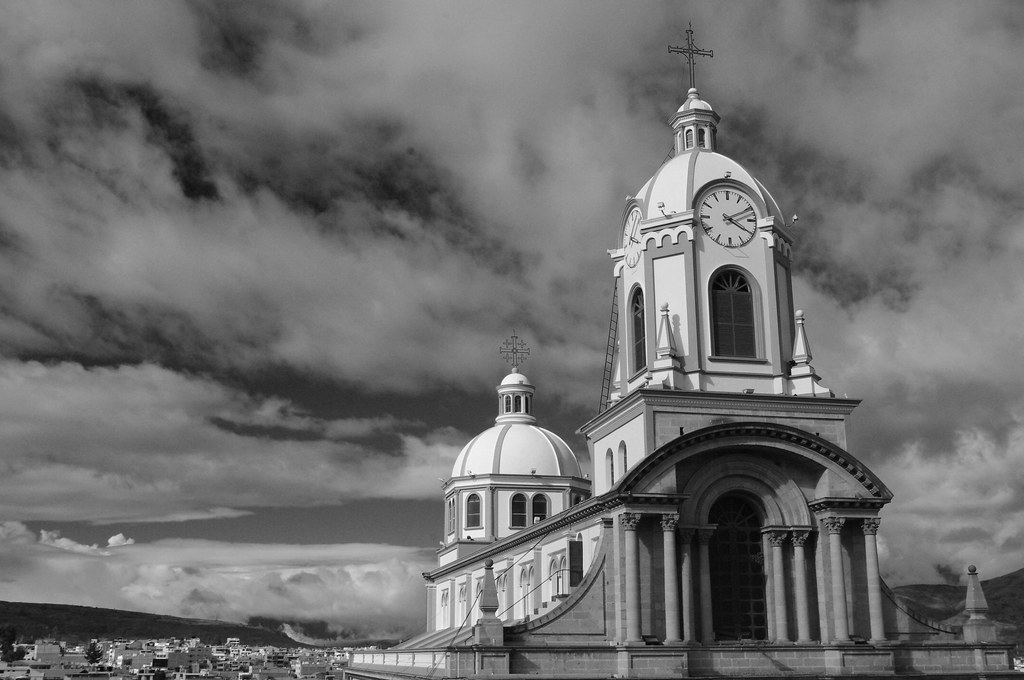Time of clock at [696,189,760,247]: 4:10
